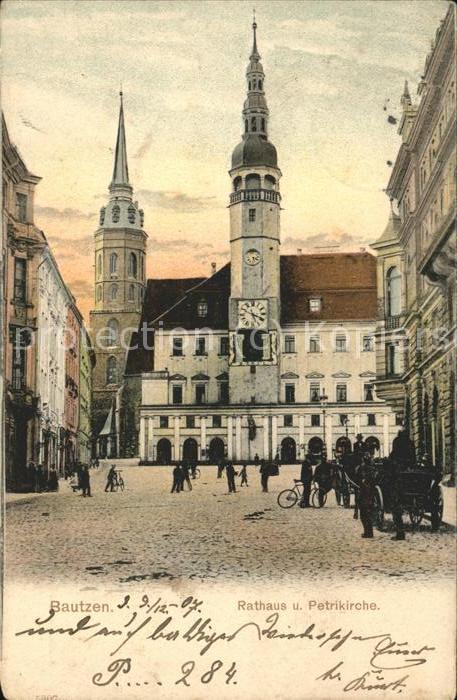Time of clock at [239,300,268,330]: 5:18
